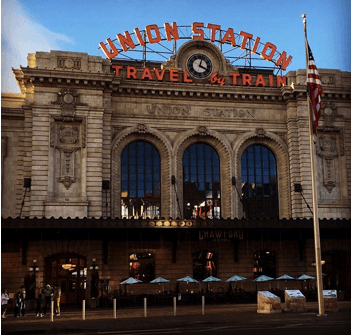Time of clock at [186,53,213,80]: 4:02
